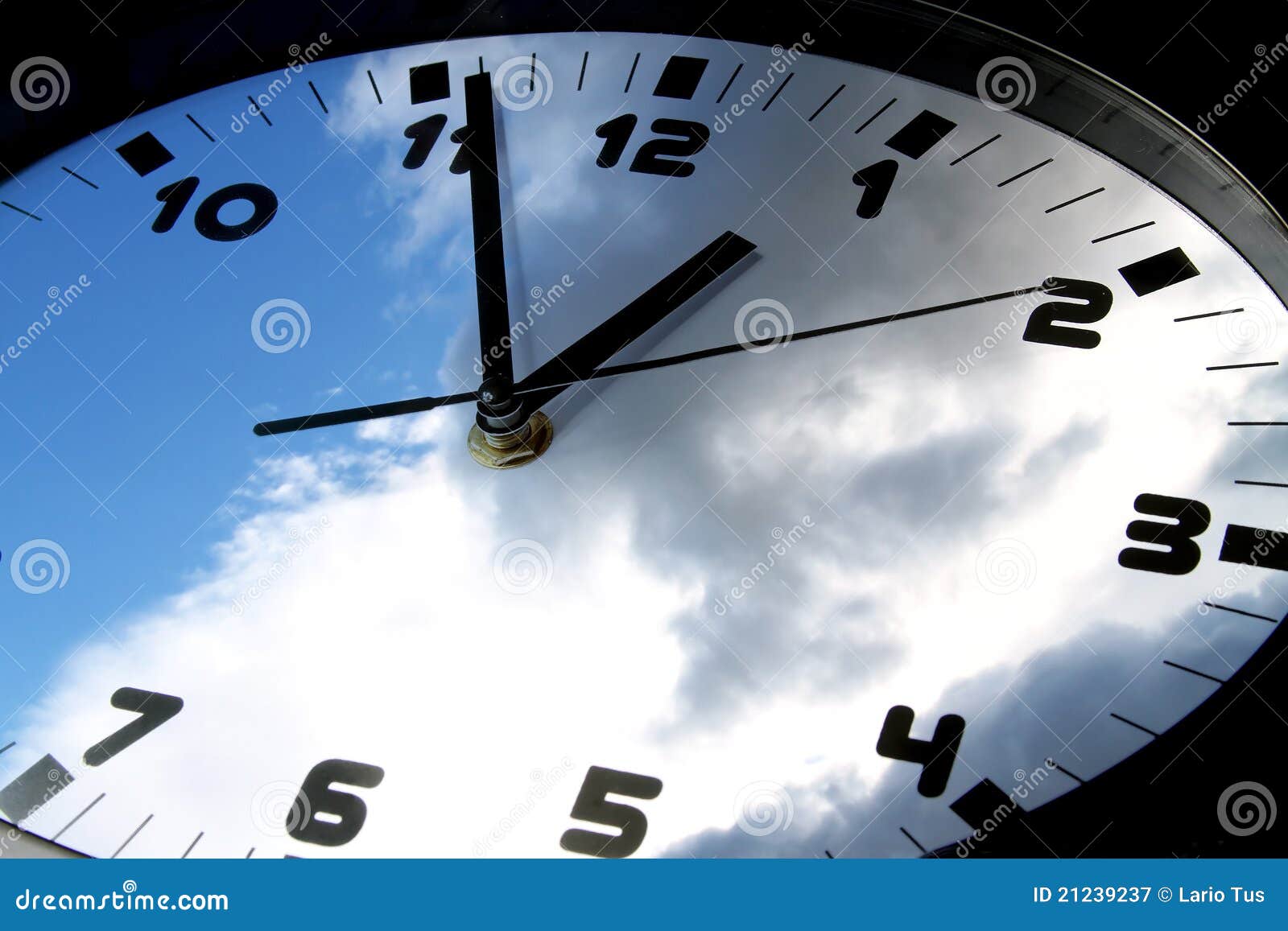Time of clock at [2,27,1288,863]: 12:56
